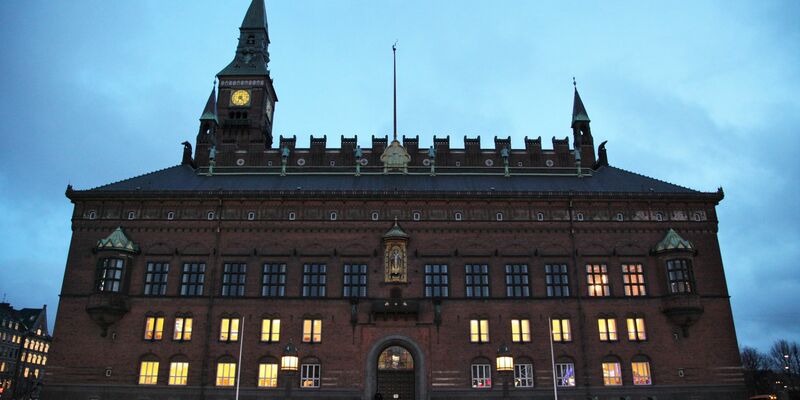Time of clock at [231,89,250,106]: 4:34
